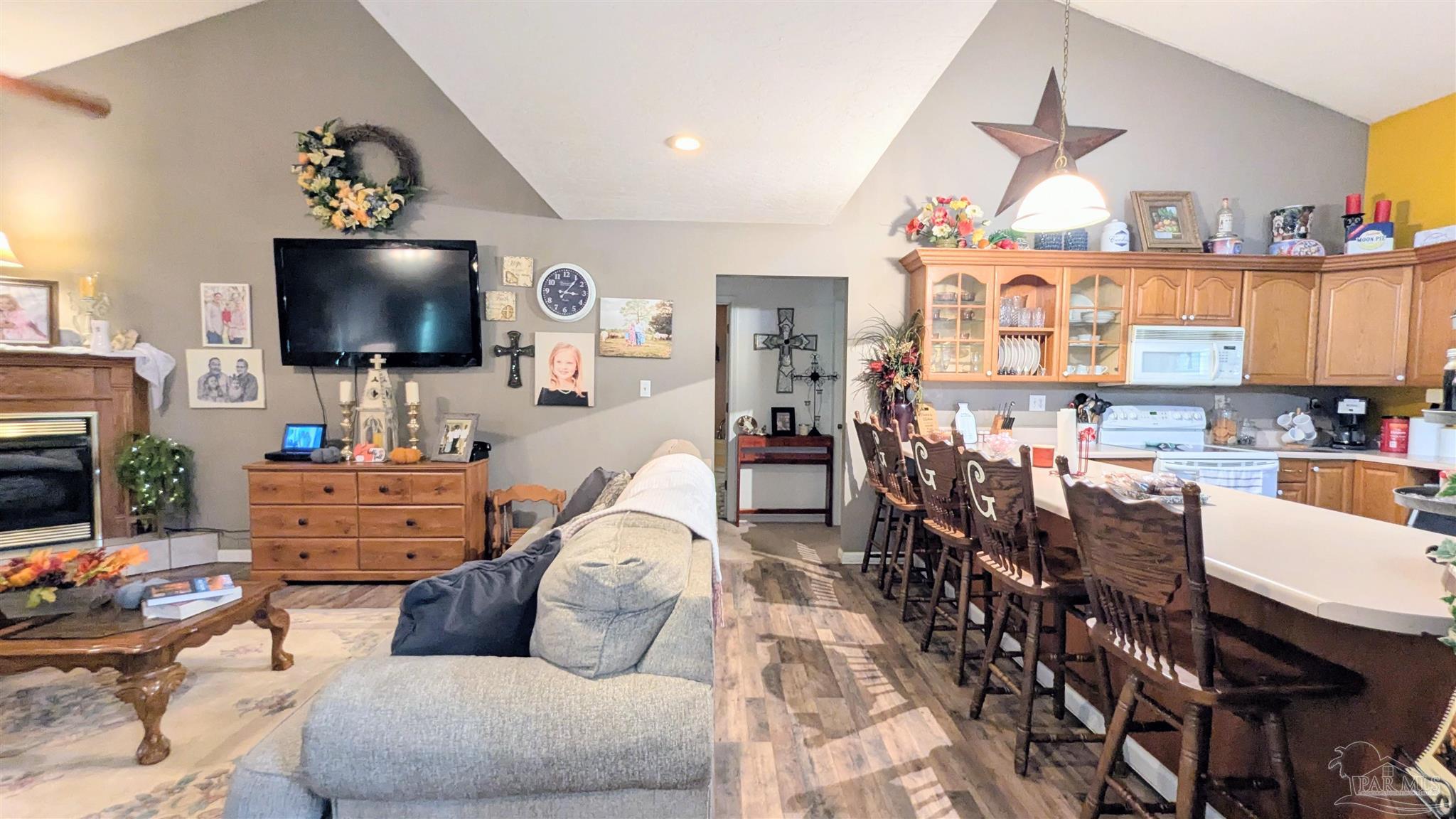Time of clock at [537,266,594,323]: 3:06
